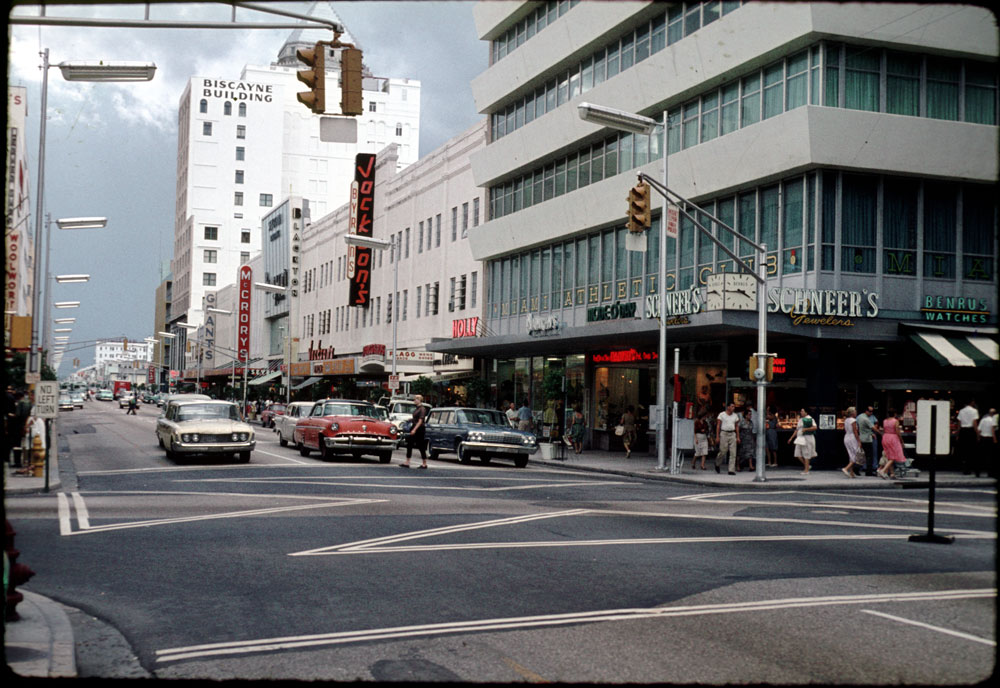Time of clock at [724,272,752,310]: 3:44
